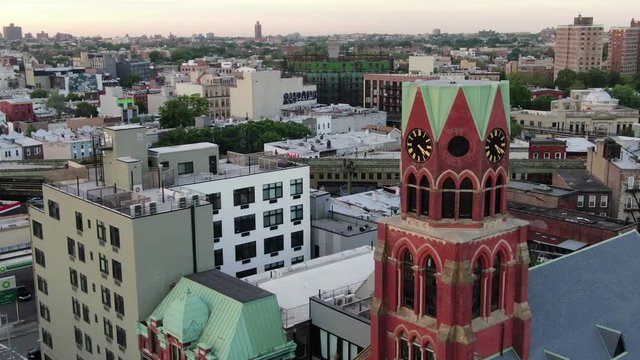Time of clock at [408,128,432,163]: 4:20
